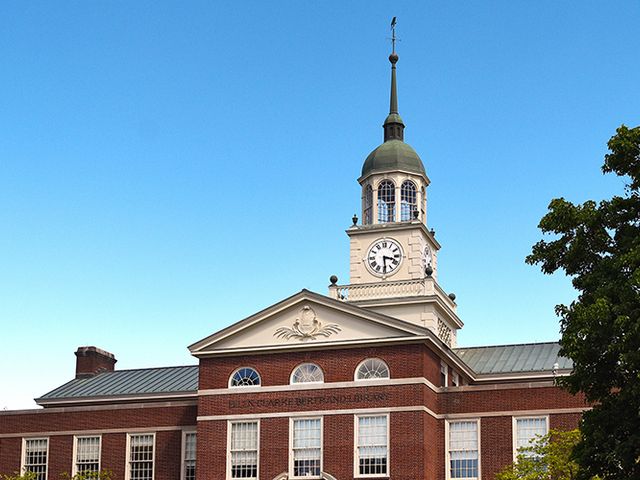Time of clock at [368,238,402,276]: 3:29
